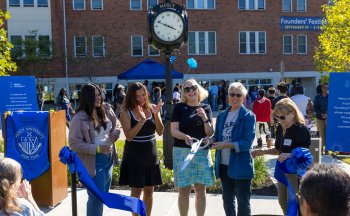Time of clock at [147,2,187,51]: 3:48
